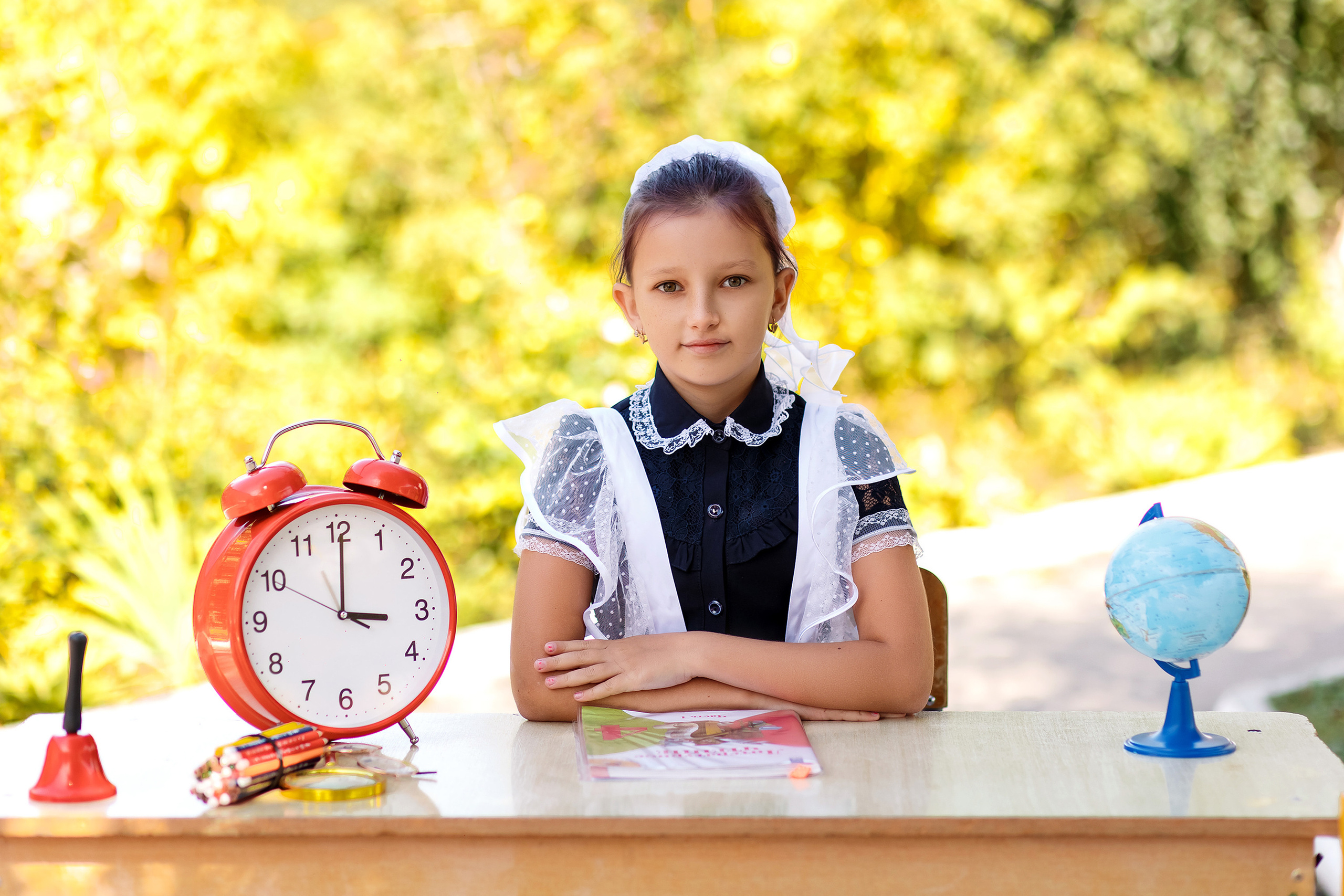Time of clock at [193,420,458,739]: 3:00
